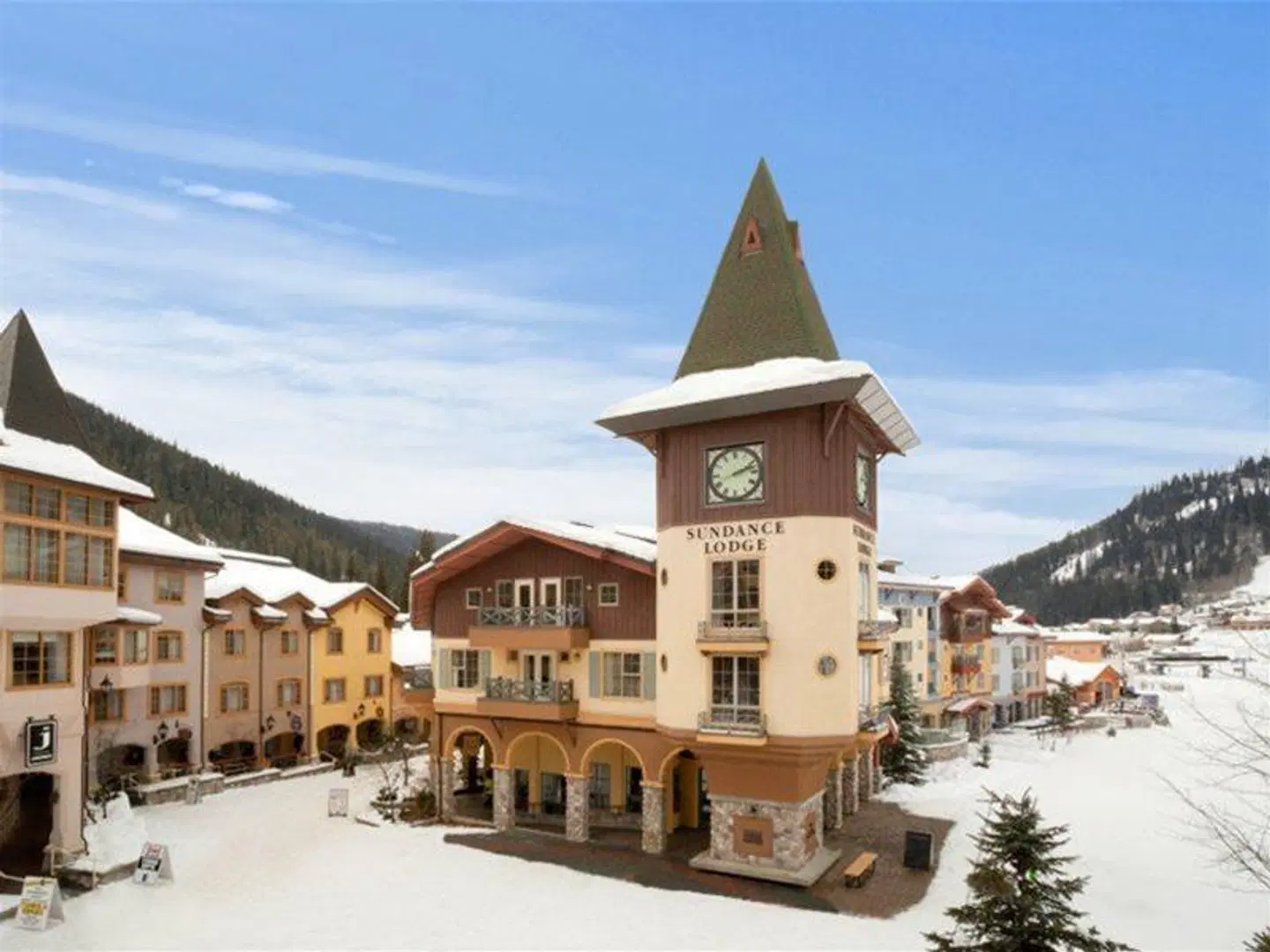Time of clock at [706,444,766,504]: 2:11
